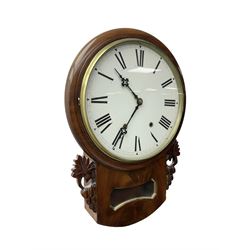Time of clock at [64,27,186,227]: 10:35
